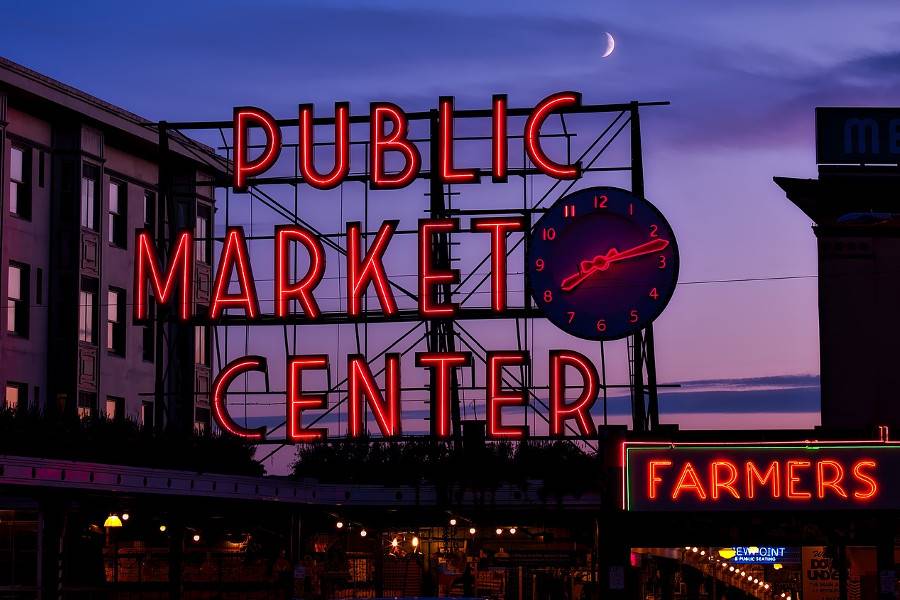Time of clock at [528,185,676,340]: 8:13
